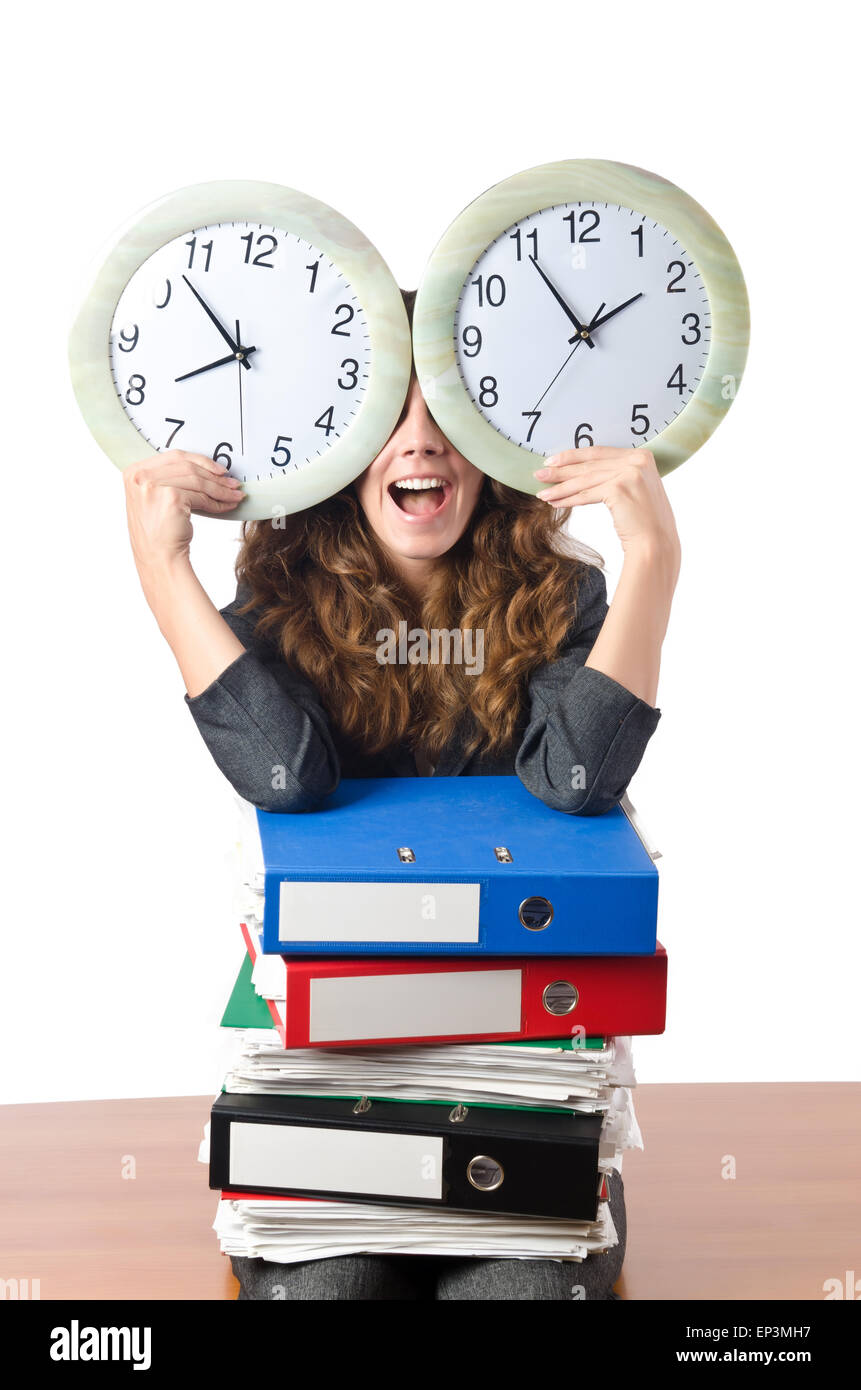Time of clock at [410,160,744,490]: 1:54
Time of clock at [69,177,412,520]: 7:52
